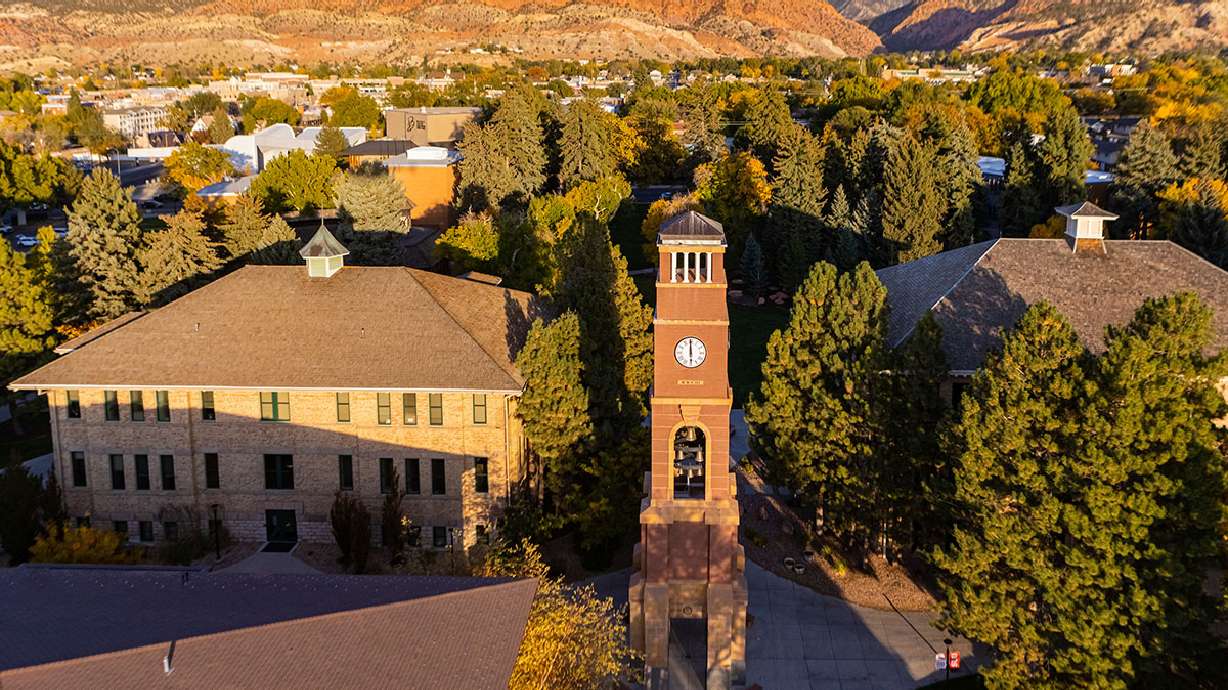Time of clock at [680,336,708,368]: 5:59
